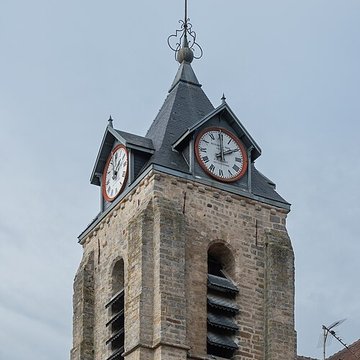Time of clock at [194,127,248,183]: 2:00
